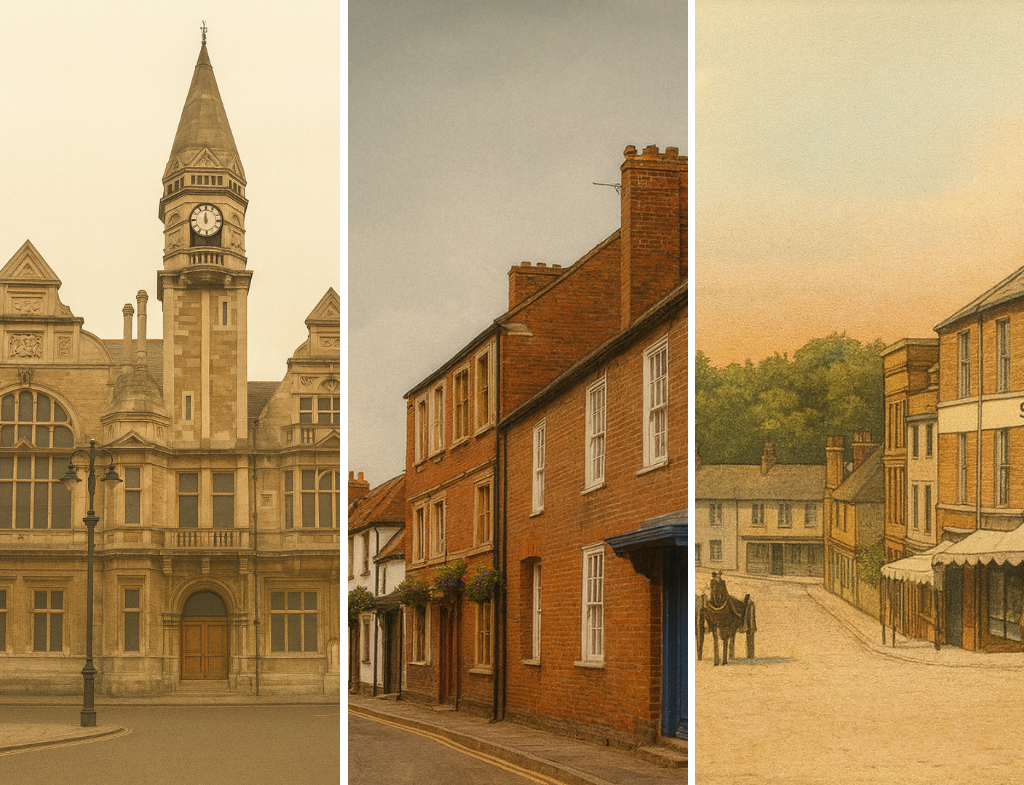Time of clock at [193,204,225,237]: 11:59
